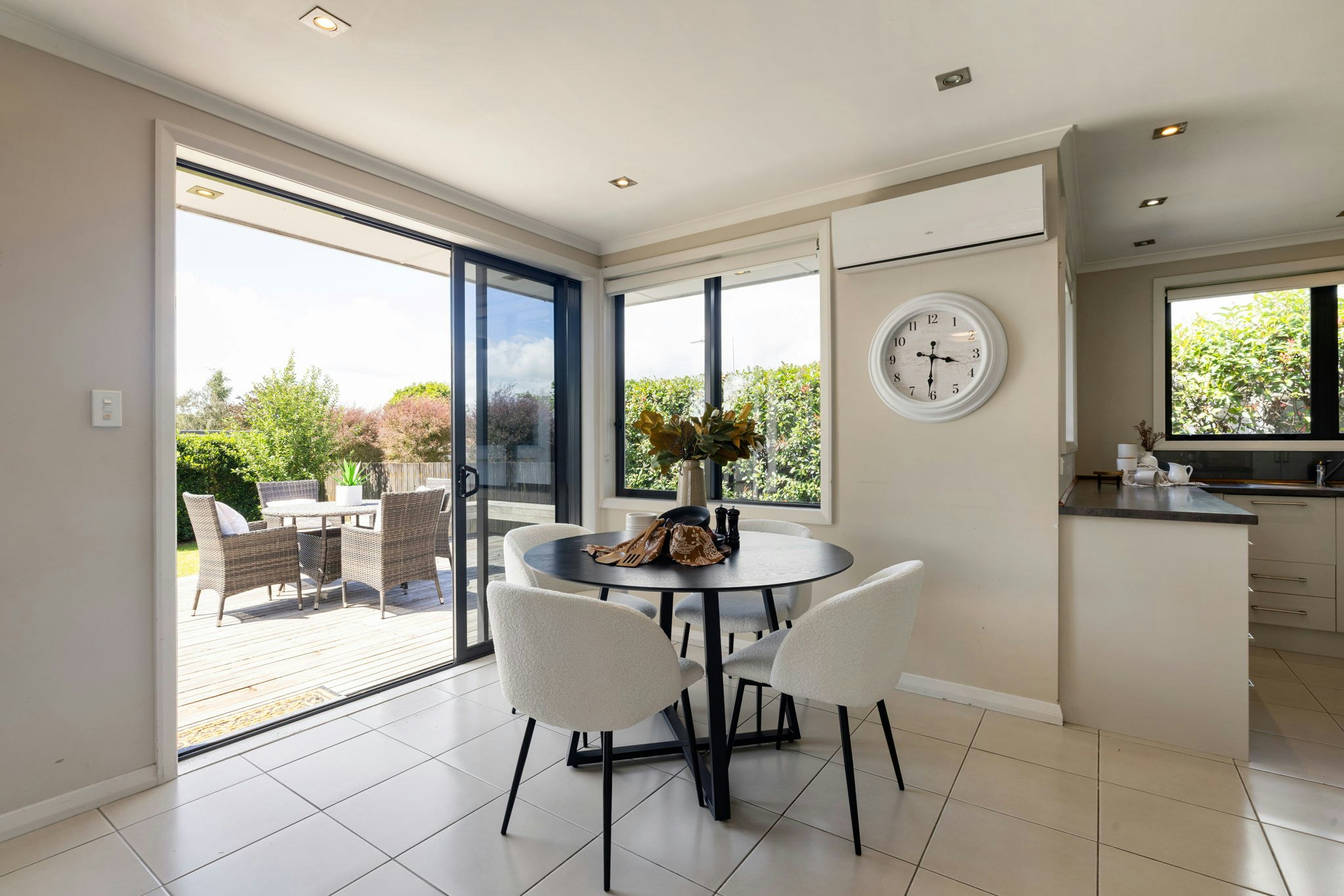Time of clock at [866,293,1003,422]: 3:30
